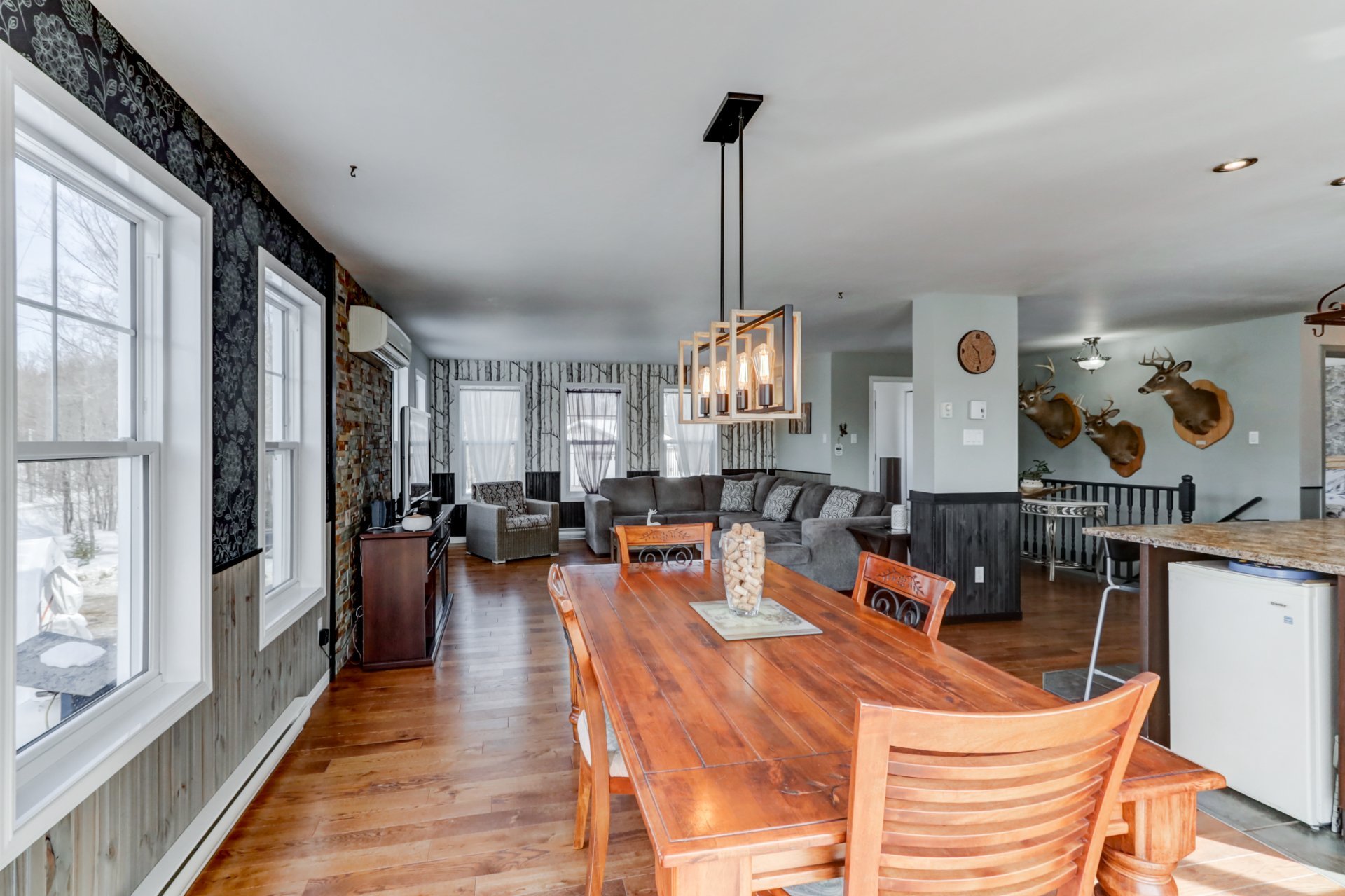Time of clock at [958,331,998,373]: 10:28
